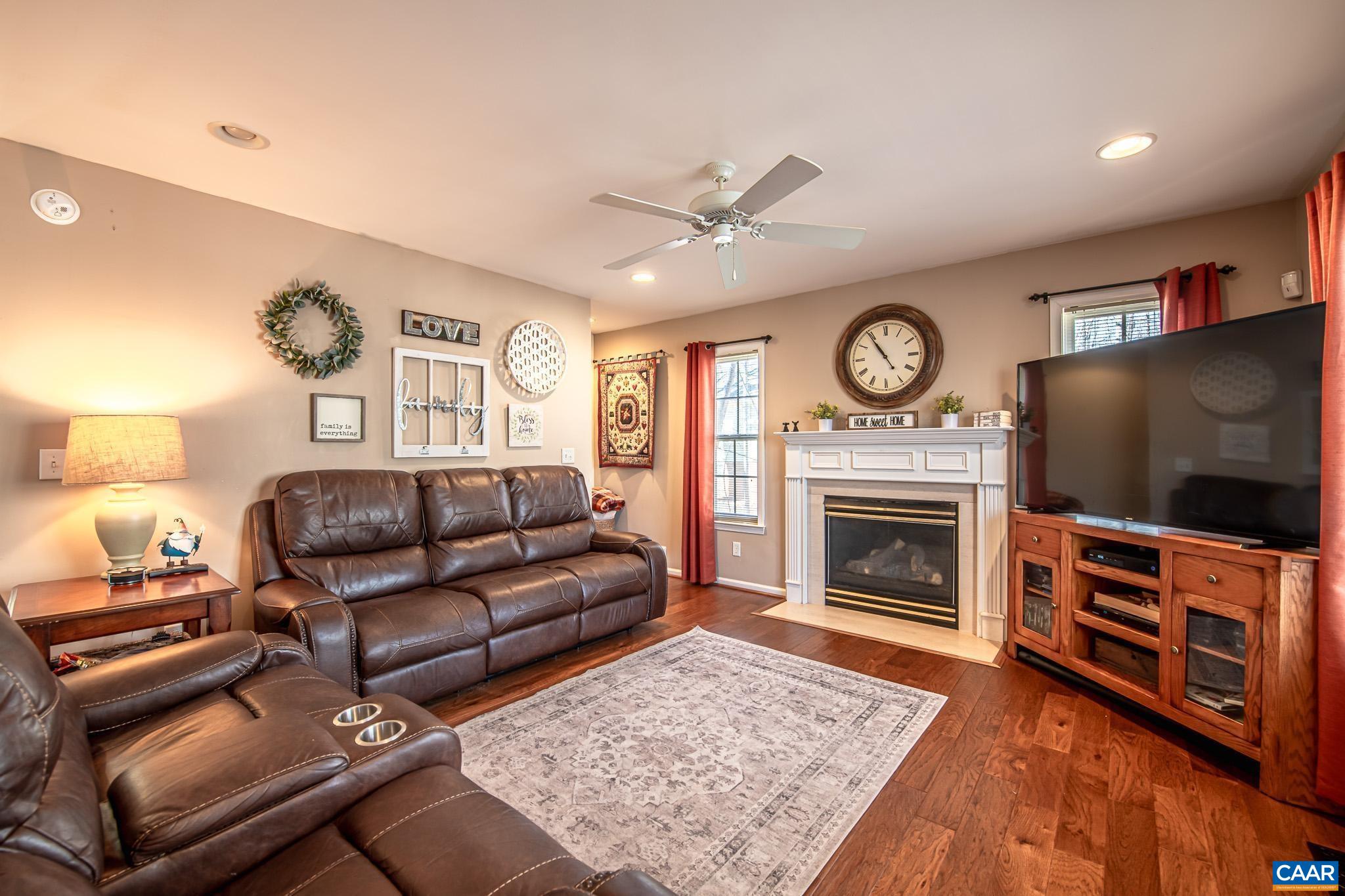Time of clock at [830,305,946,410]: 10:54
